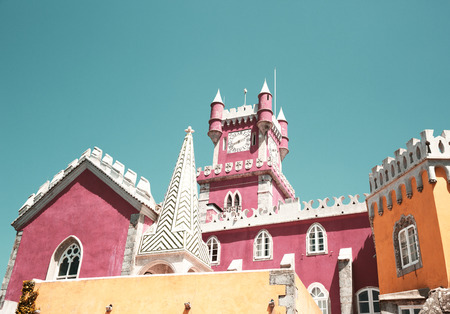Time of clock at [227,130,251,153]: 8:11
